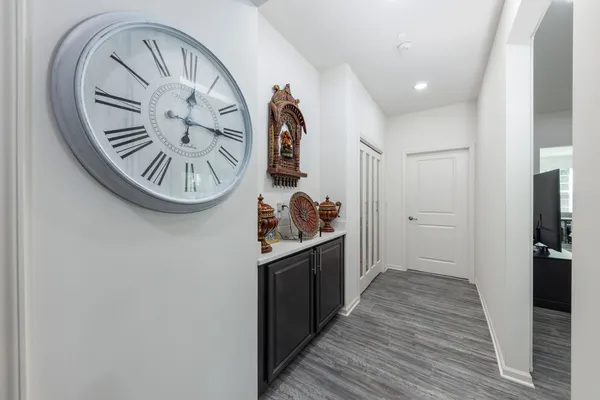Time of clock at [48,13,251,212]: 12:15
